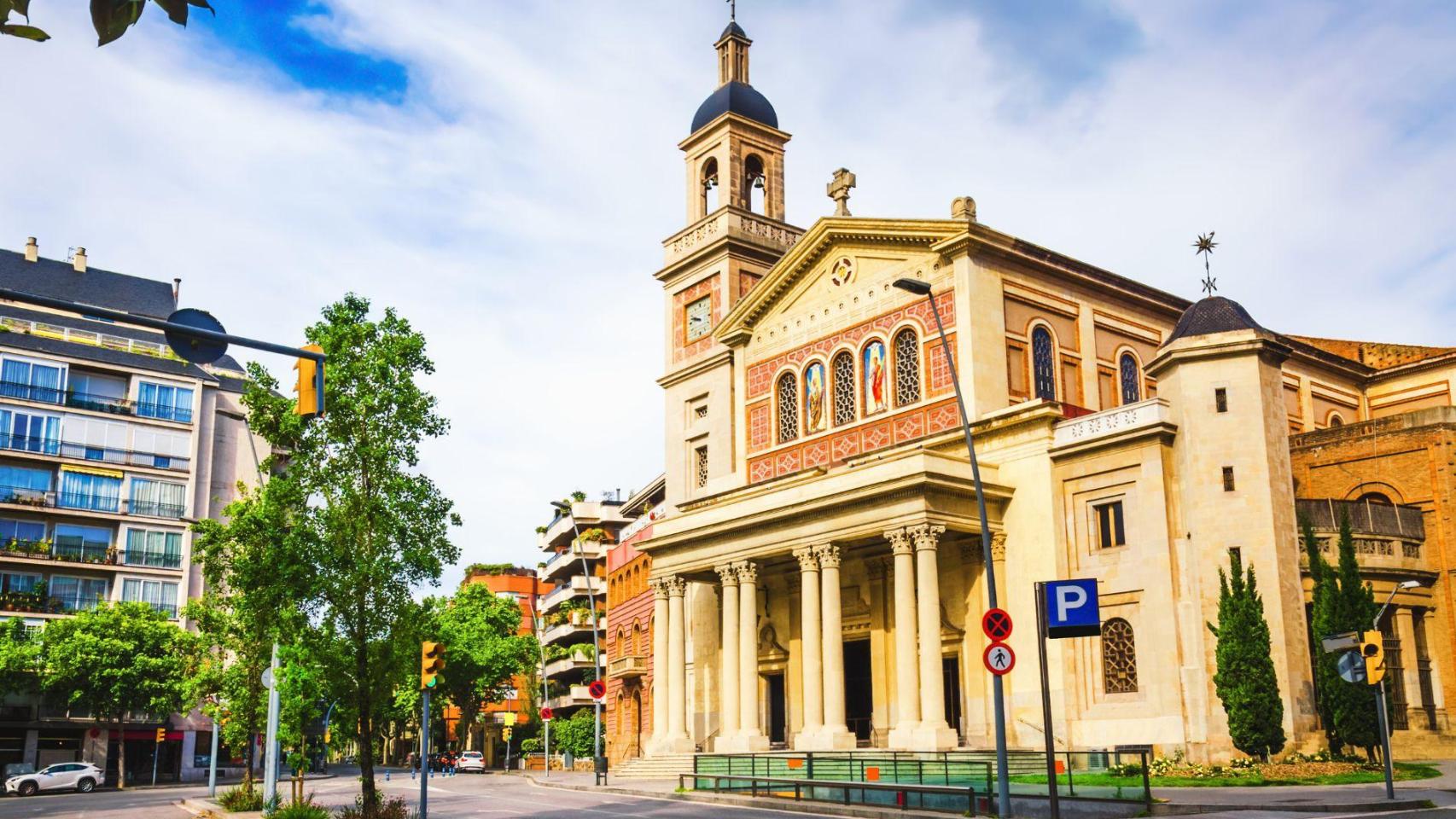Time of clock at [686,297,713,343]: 9:47
